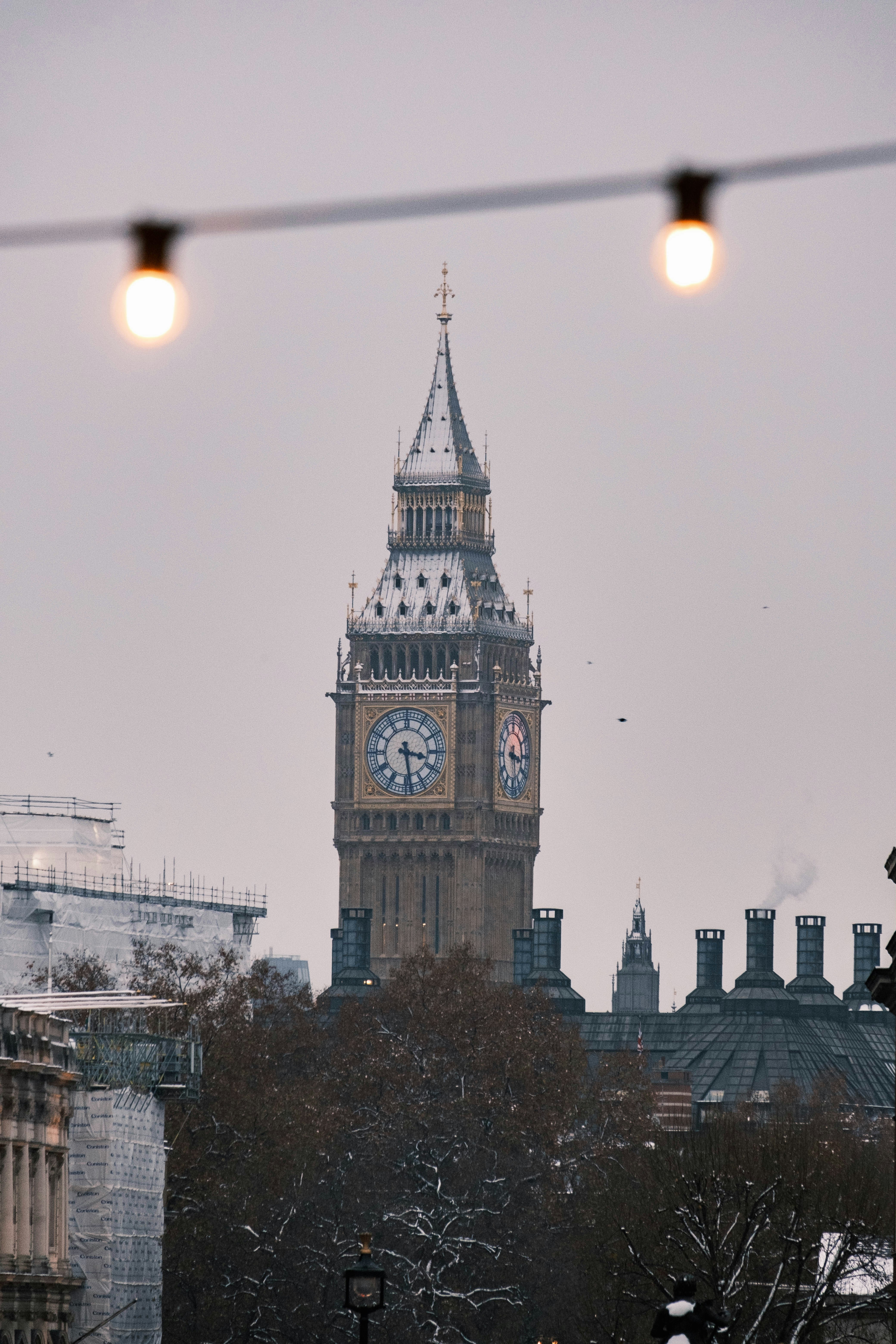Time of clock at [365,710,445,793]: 3:28
